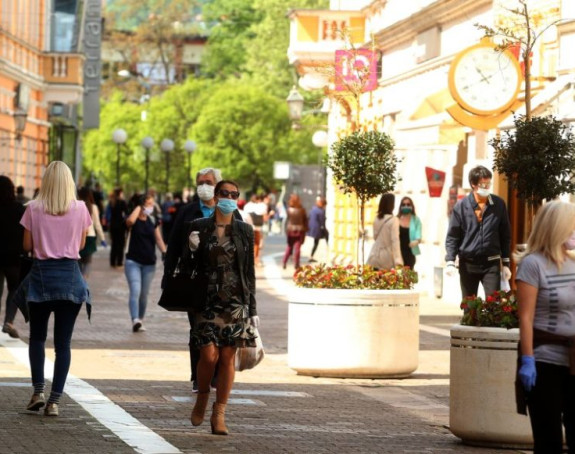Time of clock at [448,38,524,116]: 10:41
